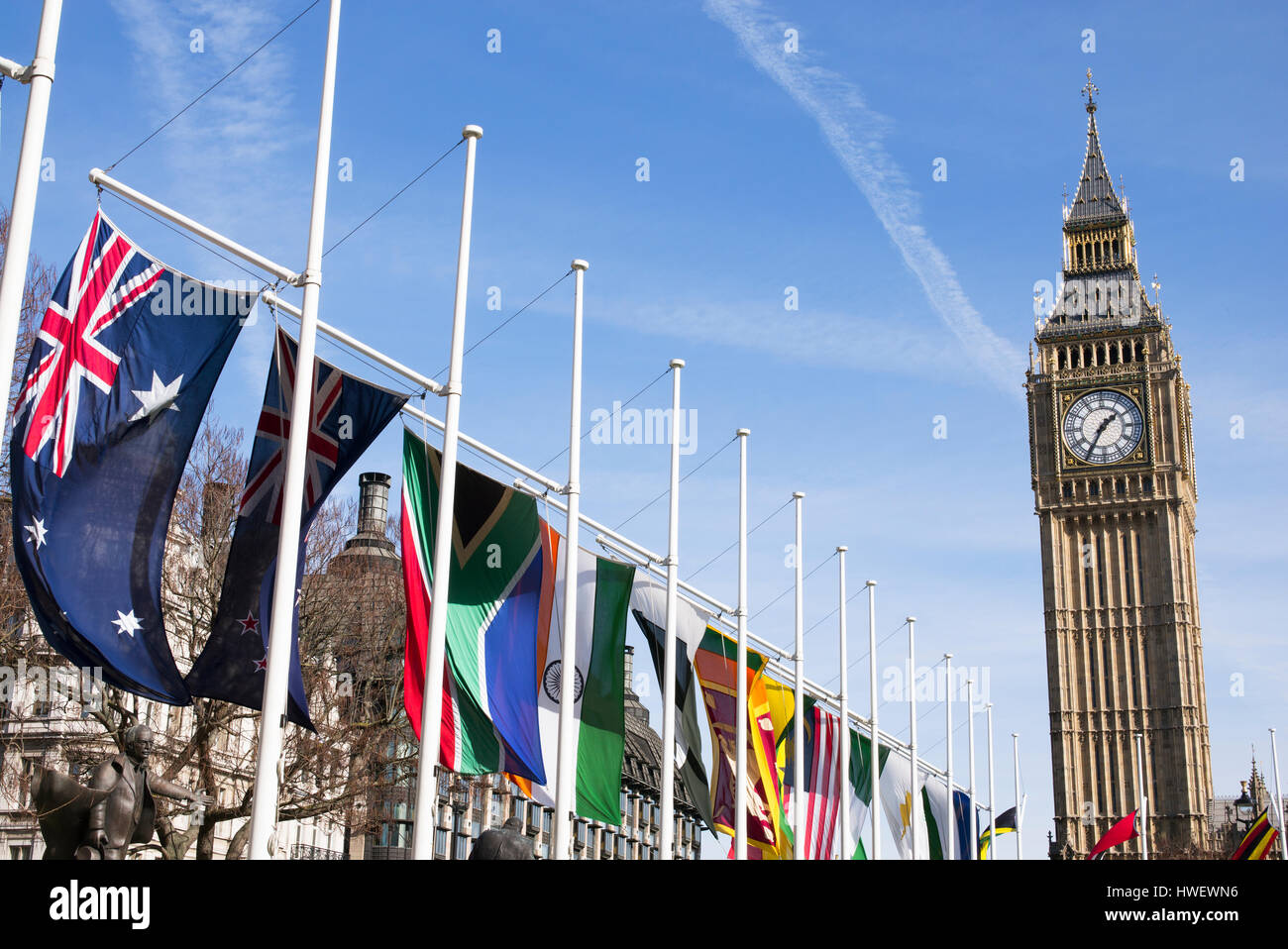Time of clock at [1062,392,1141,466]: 1:35
